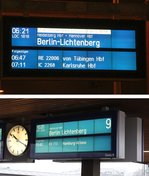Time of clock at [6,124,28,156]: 10:19
